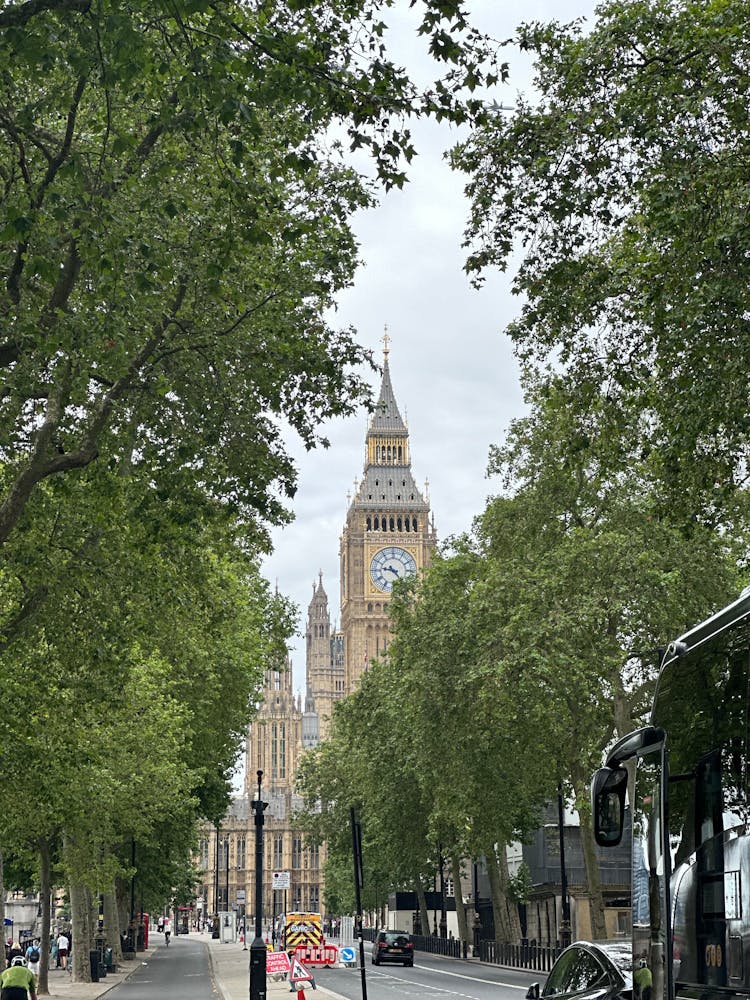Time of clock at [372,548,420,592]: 9:23
